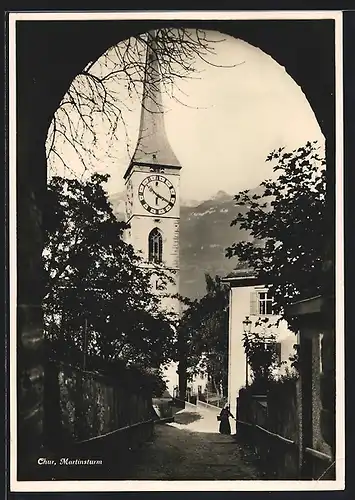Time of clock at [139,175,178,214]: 10:19
